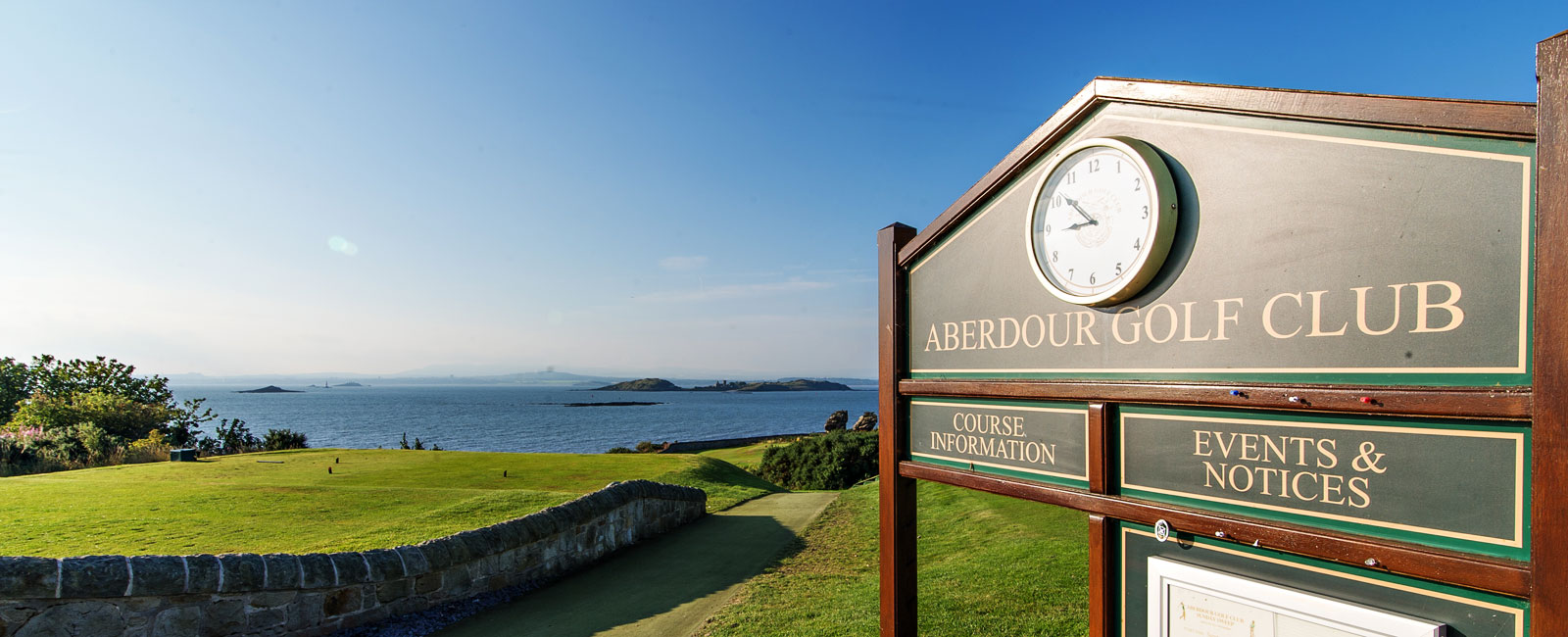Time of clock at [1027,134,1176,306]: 8:51
